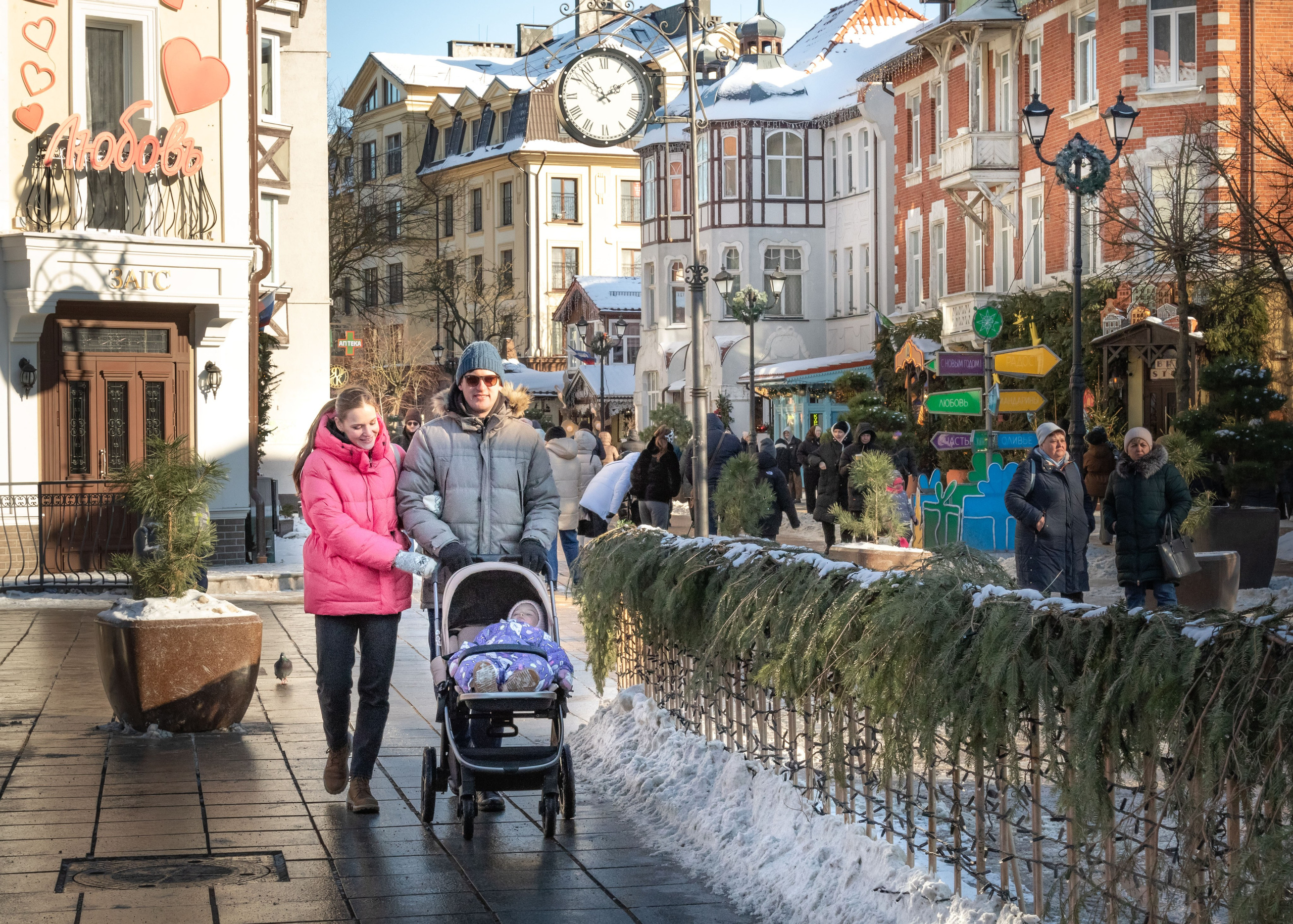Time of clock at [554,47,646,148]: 1:53
